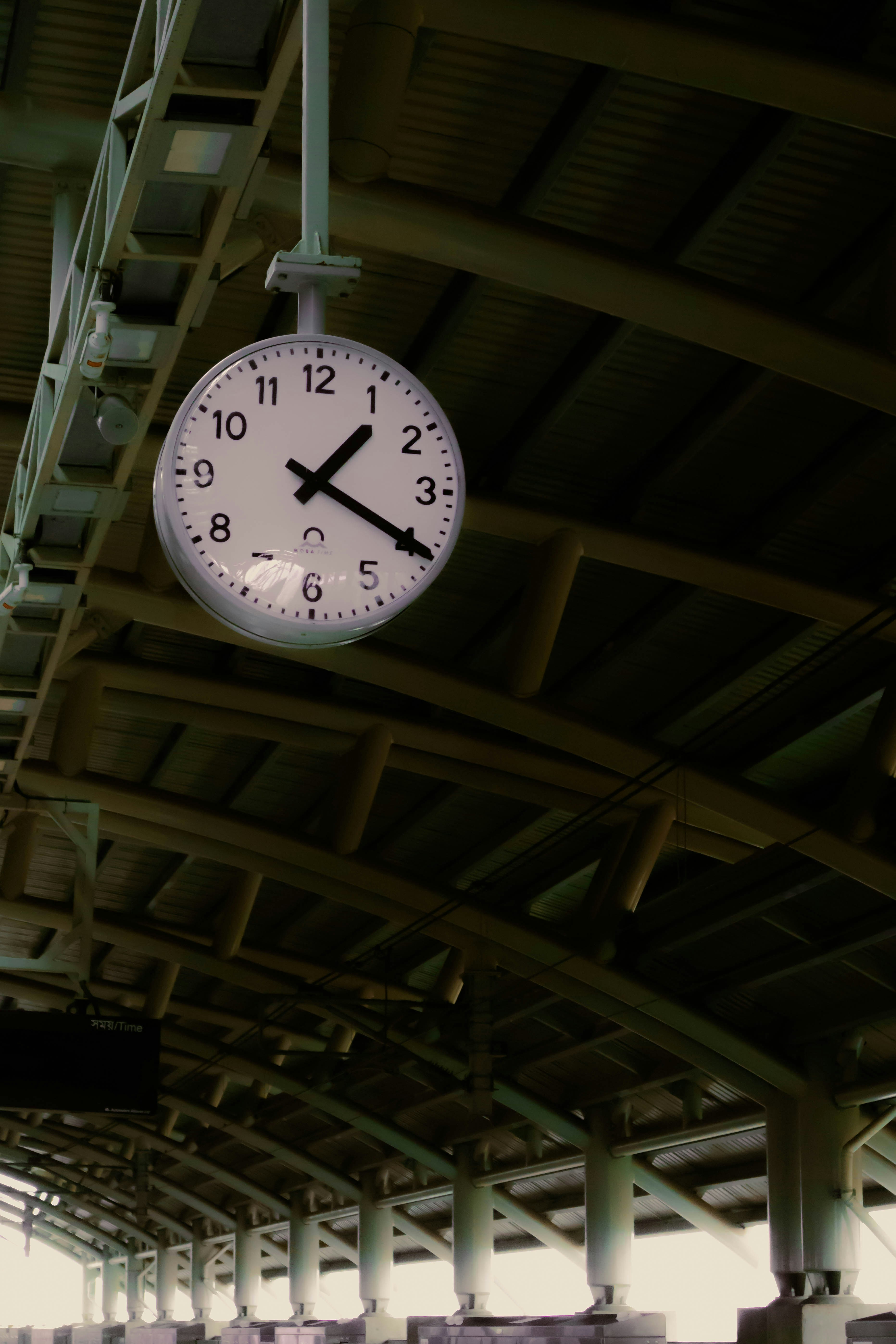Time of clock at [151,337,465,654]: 1:19
